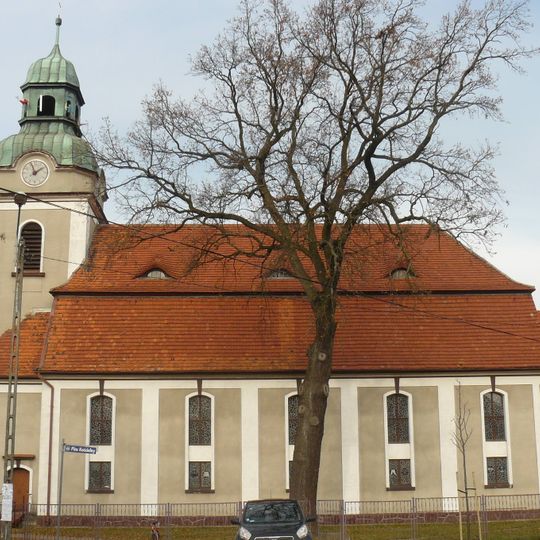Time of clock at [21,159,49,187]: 1:56
